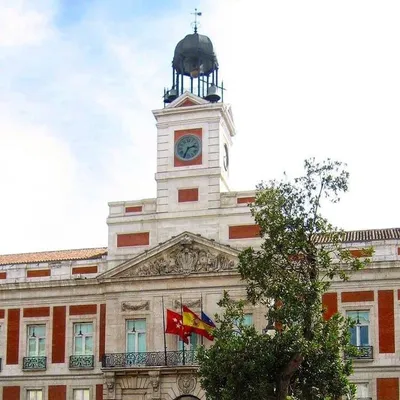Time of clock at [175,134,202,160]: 2:34
